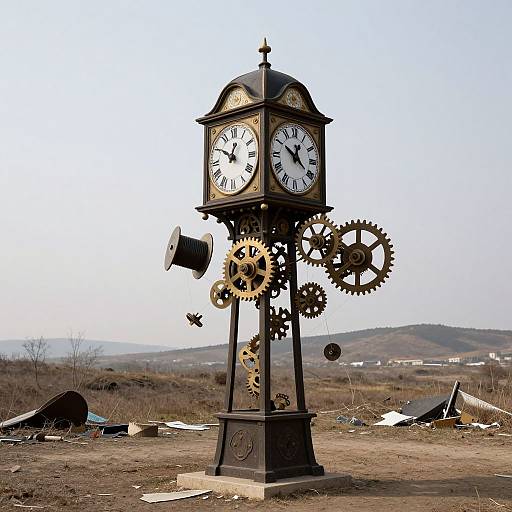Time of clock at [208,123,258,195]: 12:50
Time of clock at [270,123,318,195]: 12:50
